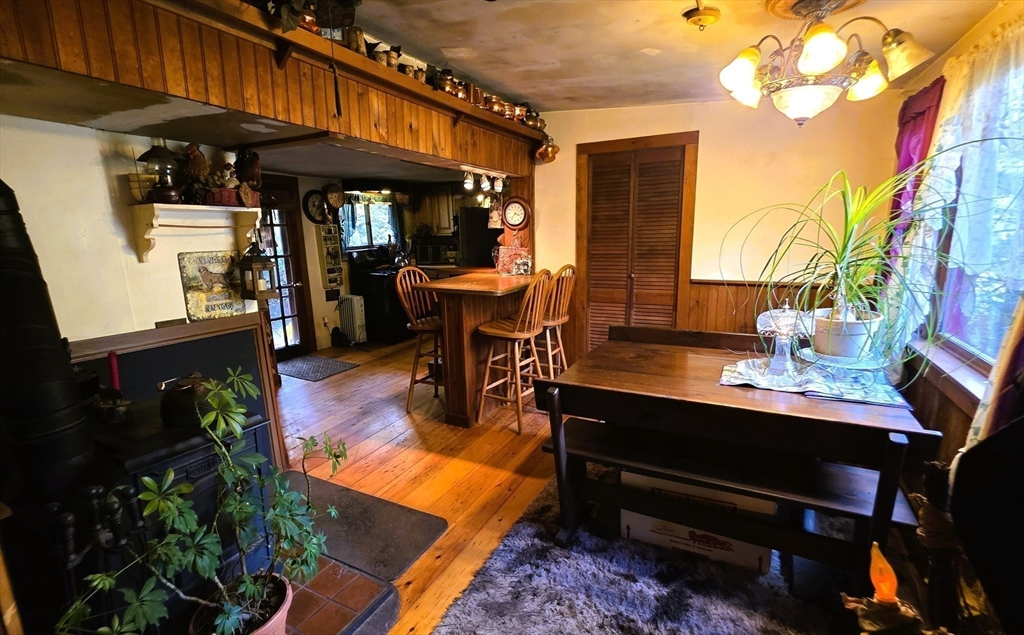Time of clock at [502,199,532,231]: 3:36
